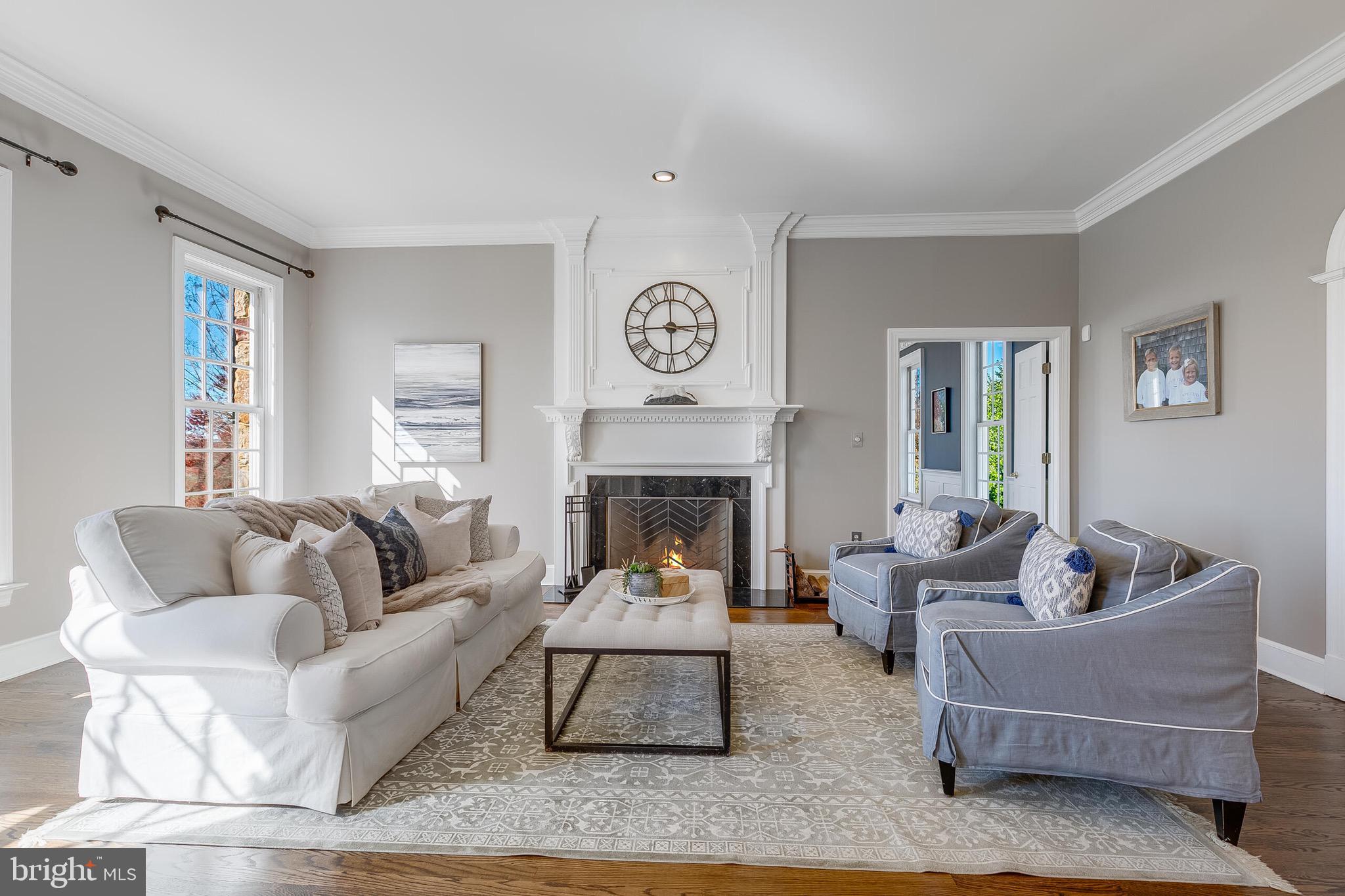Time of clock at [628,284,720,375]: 3:00
